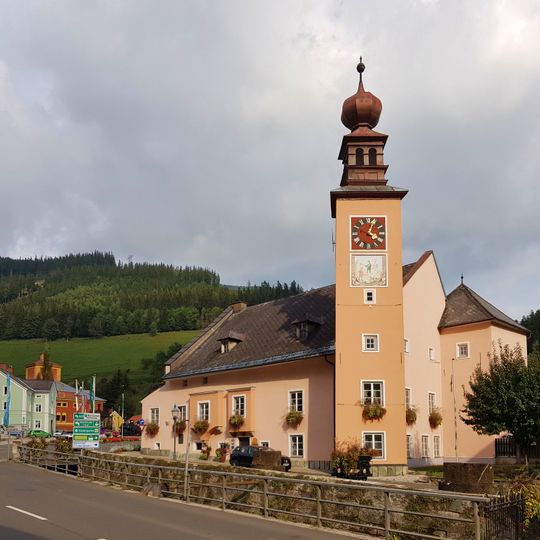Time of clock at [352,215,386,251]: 4:03
